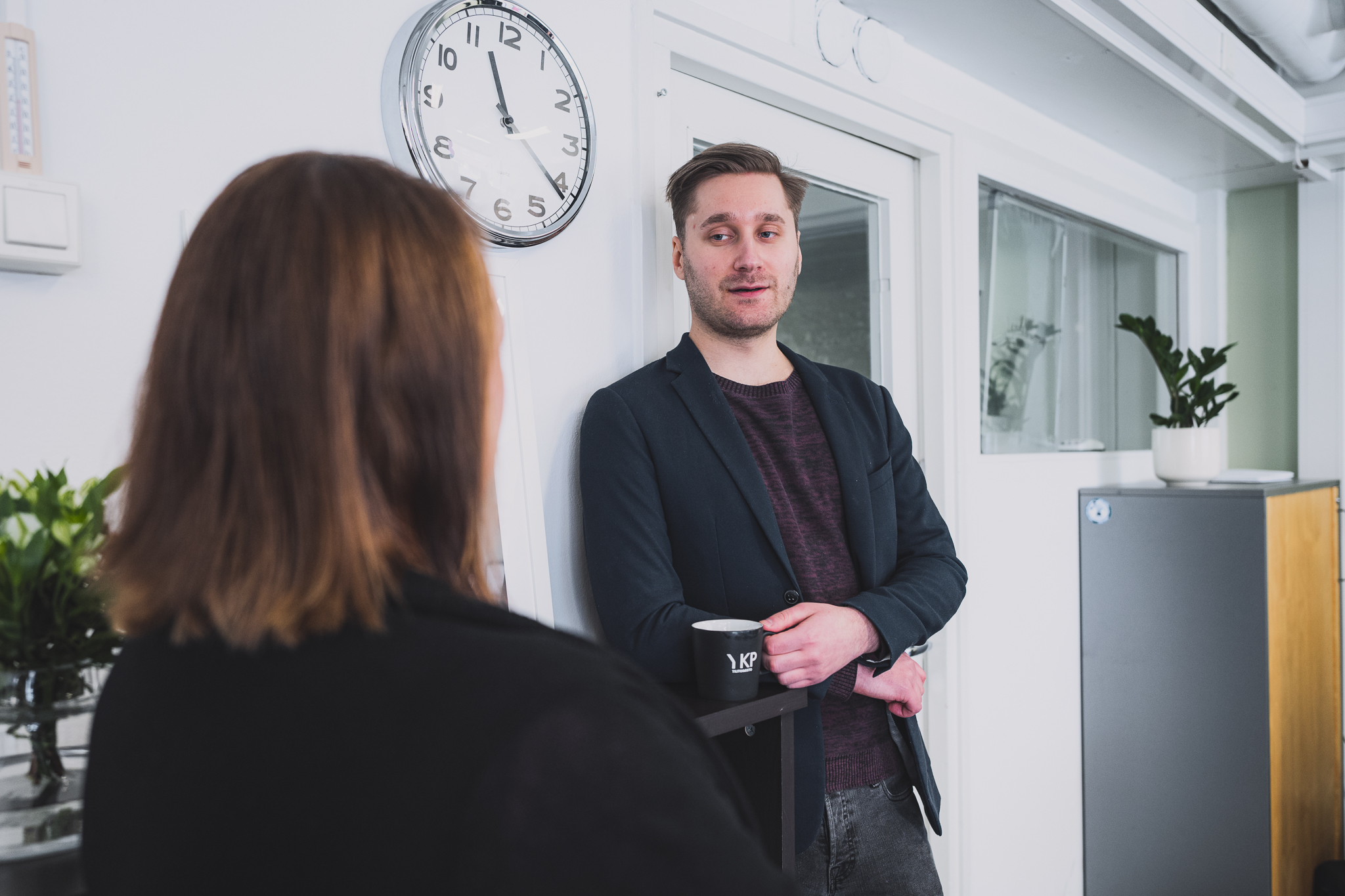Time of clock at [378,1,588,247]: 11:21
